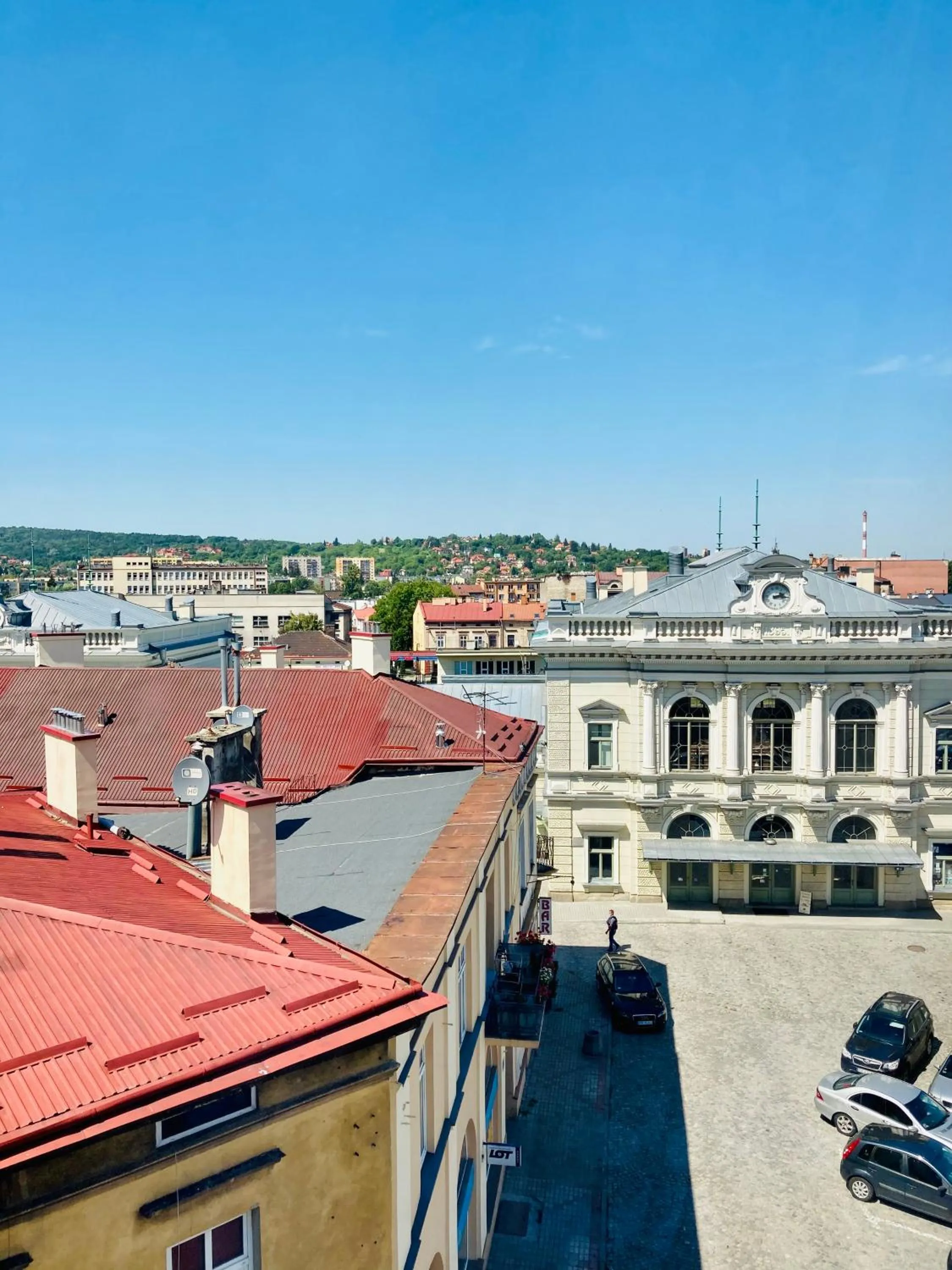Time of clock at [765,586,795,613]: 2:14
